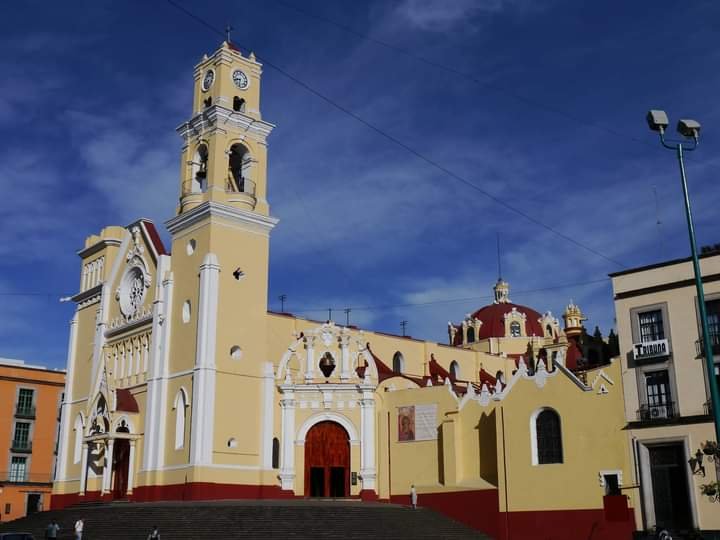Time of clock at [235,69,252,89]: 8:32
